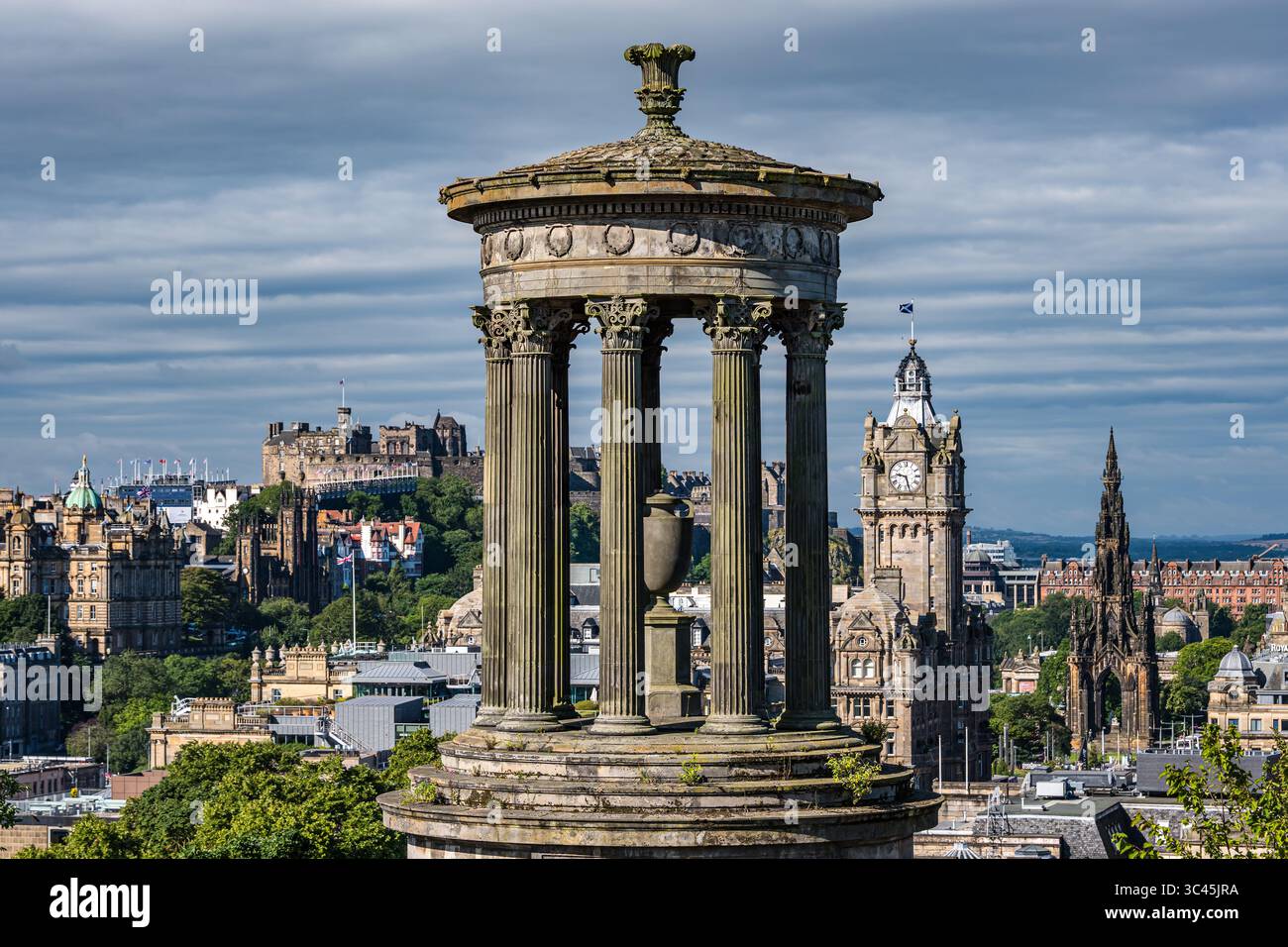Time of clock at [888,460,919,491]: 9:28
